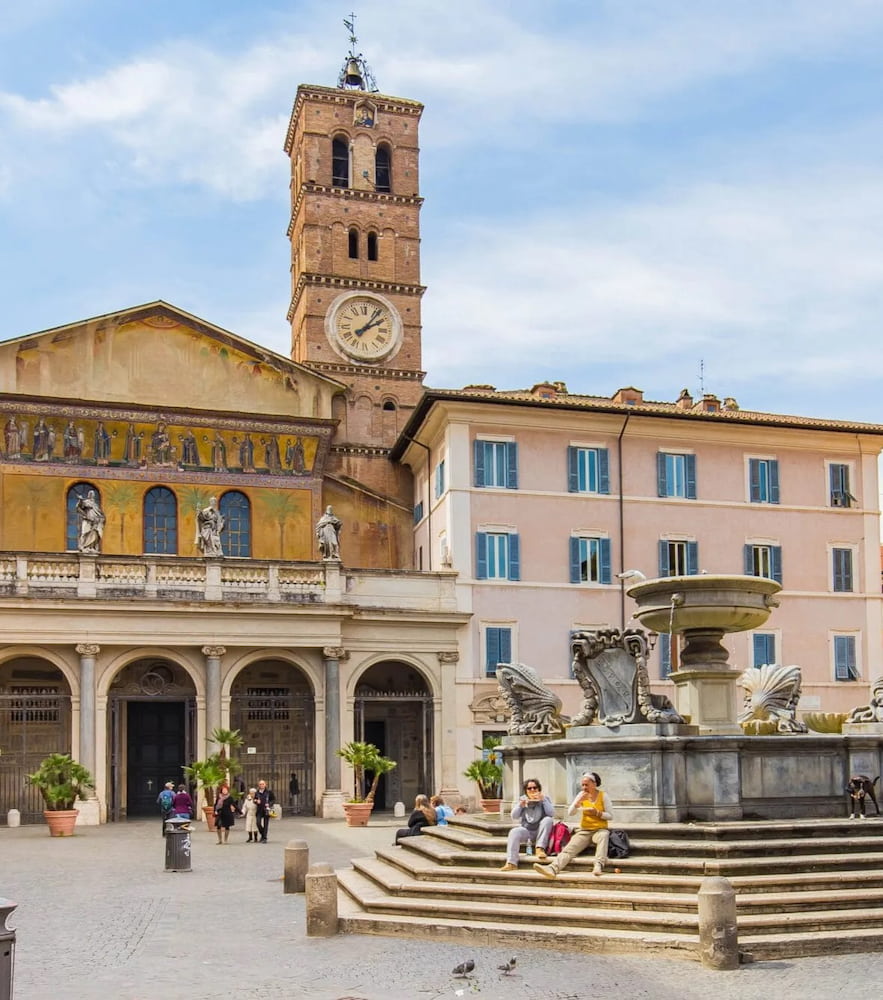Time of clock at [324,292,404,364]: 2:06
